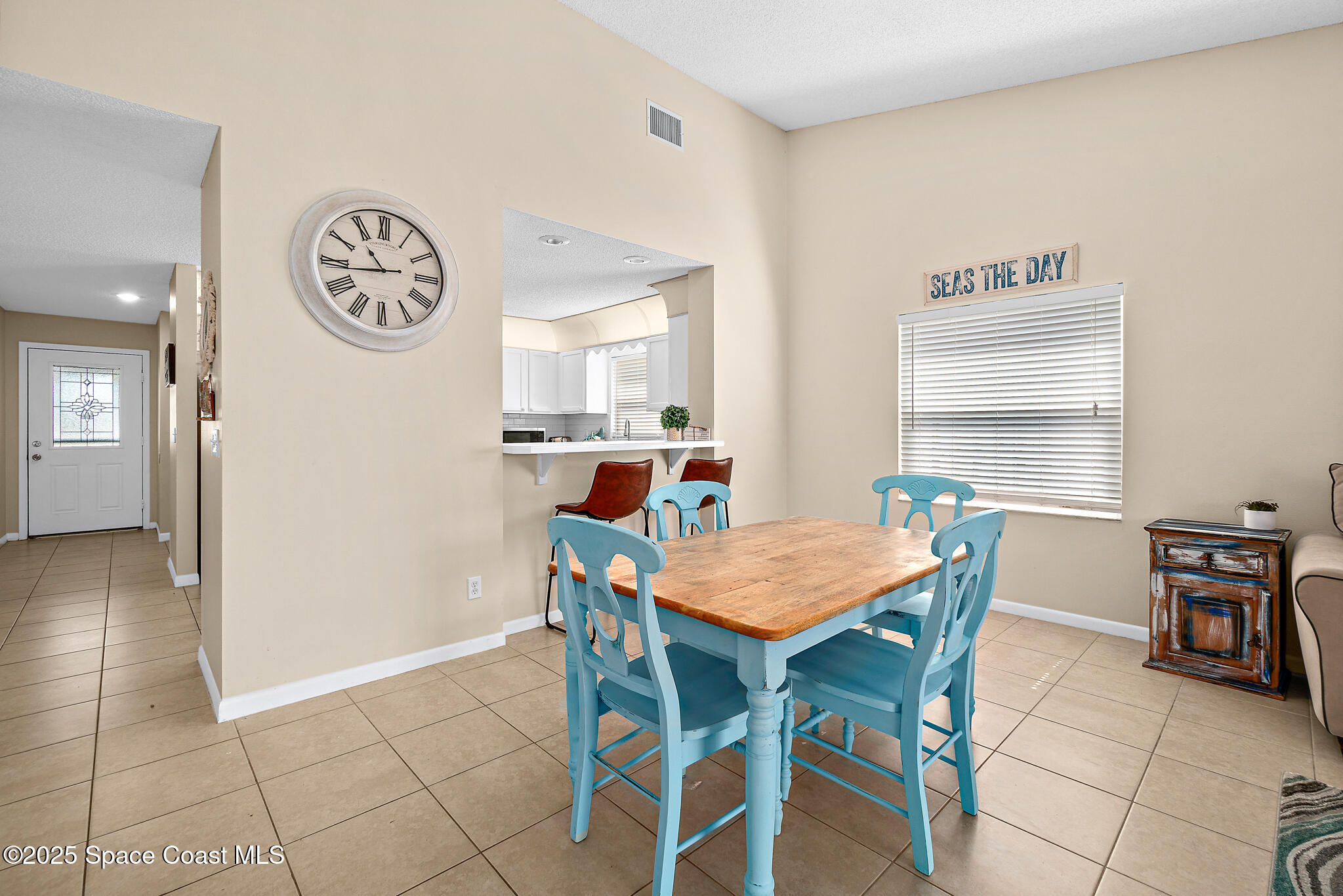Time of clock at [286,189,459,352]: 10:43
